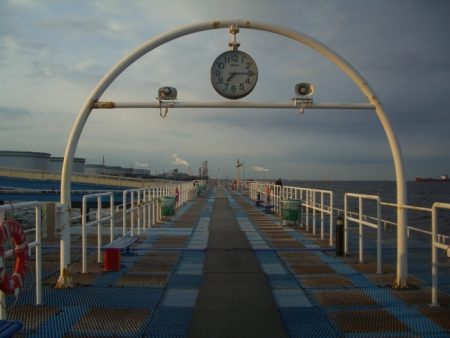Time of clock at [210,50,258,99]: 7:15
